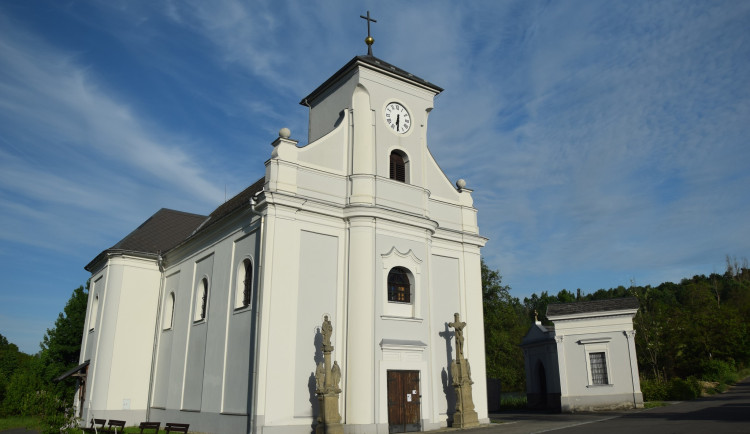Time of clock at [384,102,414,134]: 6:30
